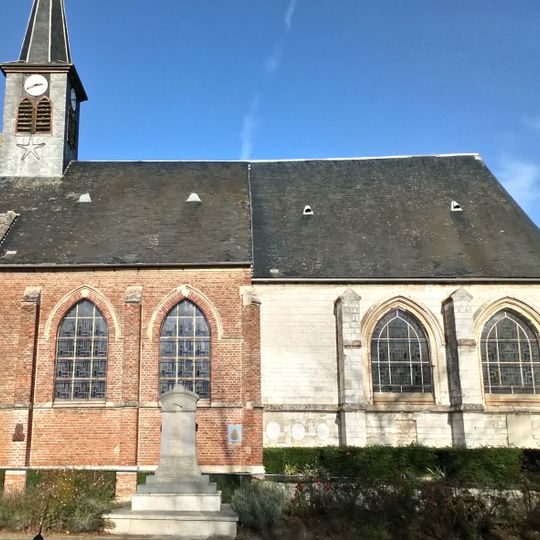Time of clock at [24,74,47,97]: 2:40
